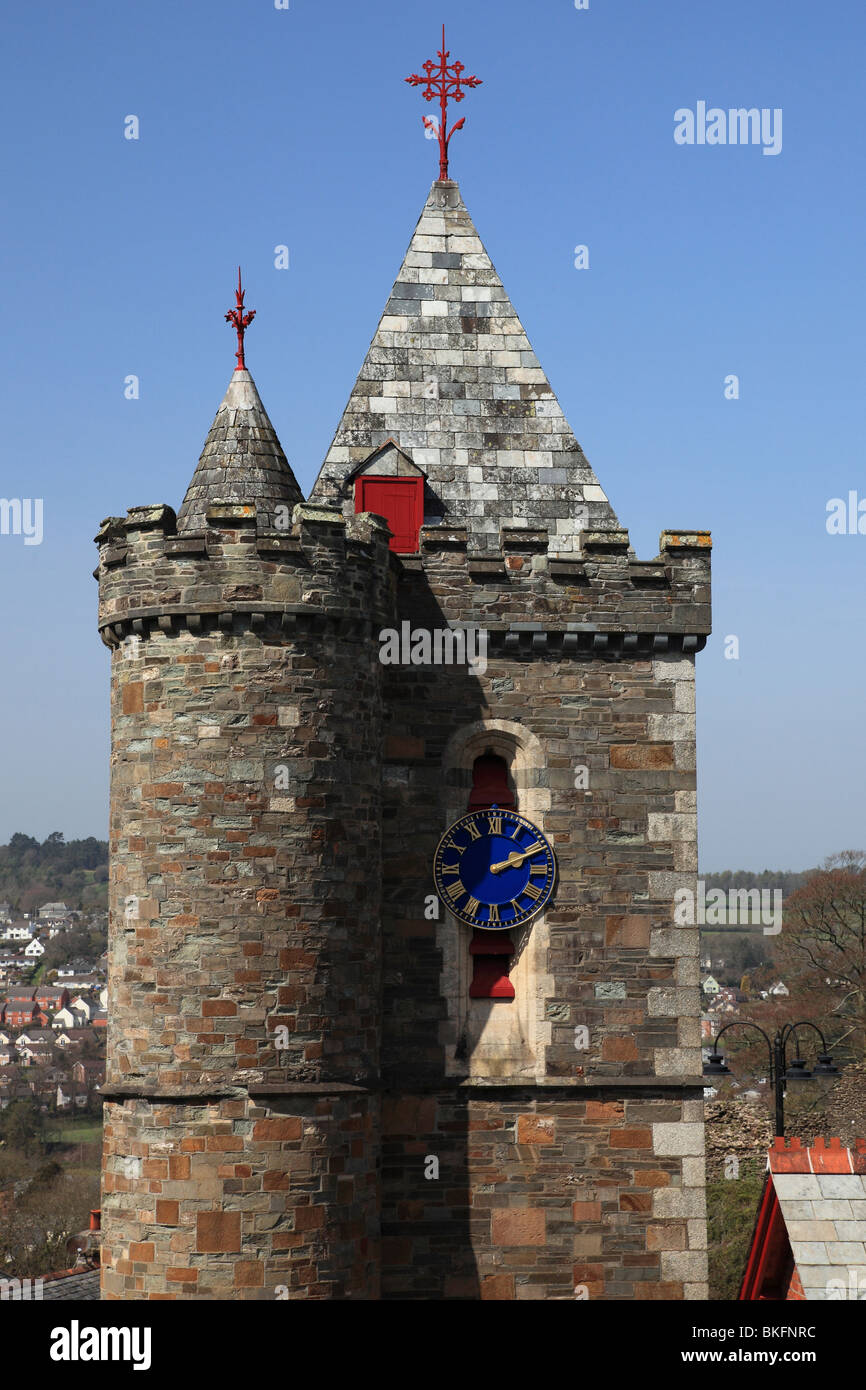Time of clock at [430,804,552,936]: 2:11
